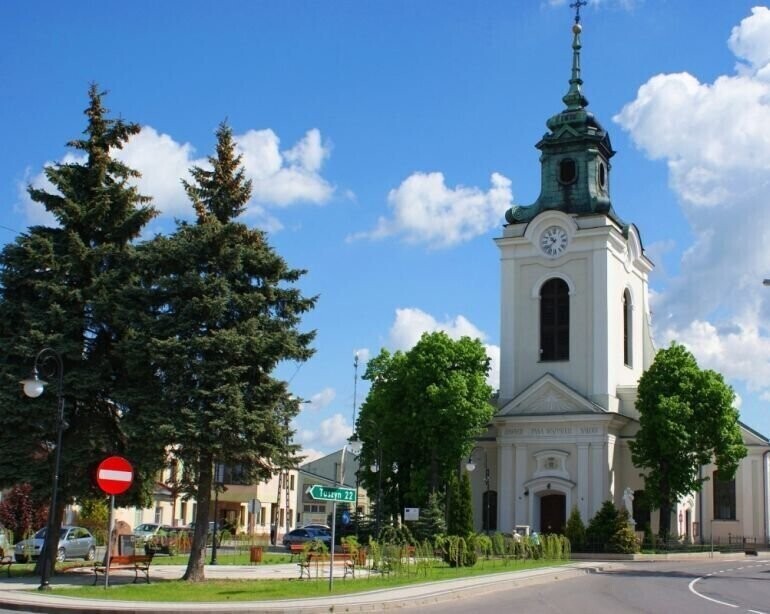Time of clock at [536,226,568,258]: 10:37
